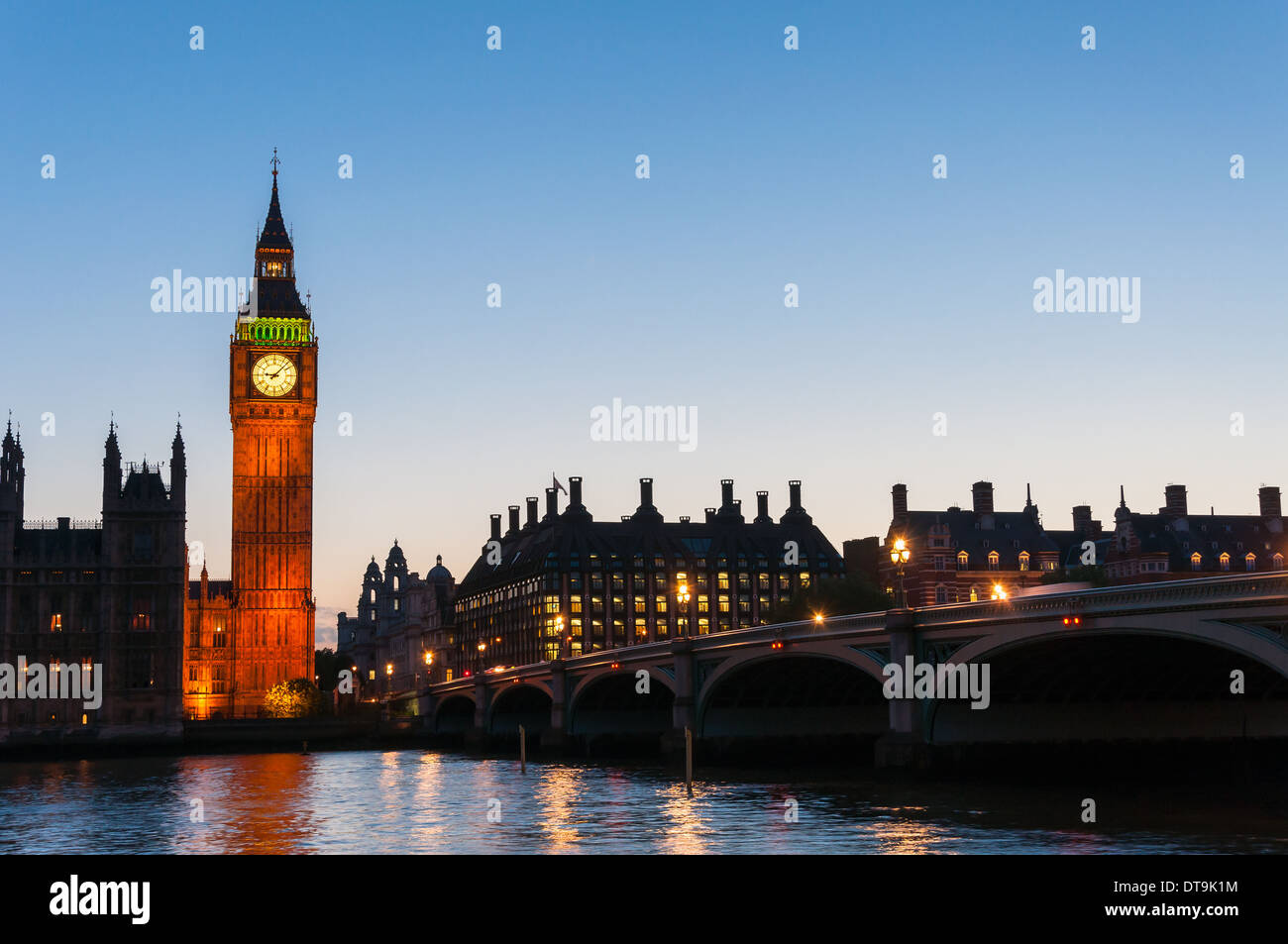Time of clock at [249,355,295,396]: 9:07
